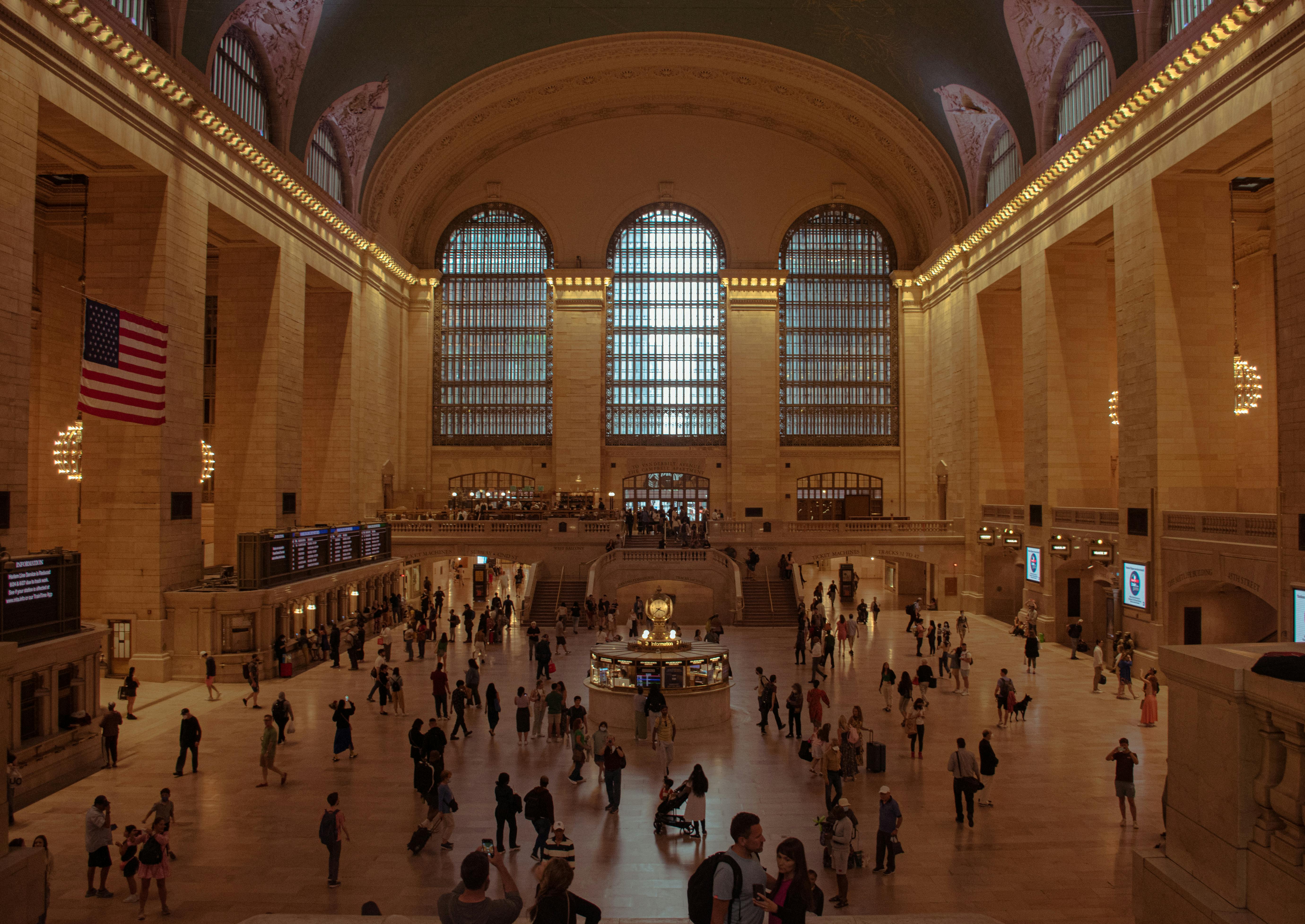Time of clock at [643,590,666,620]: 3:38
